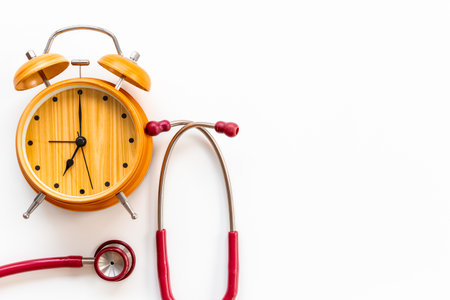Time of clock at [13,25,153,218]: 7:00
